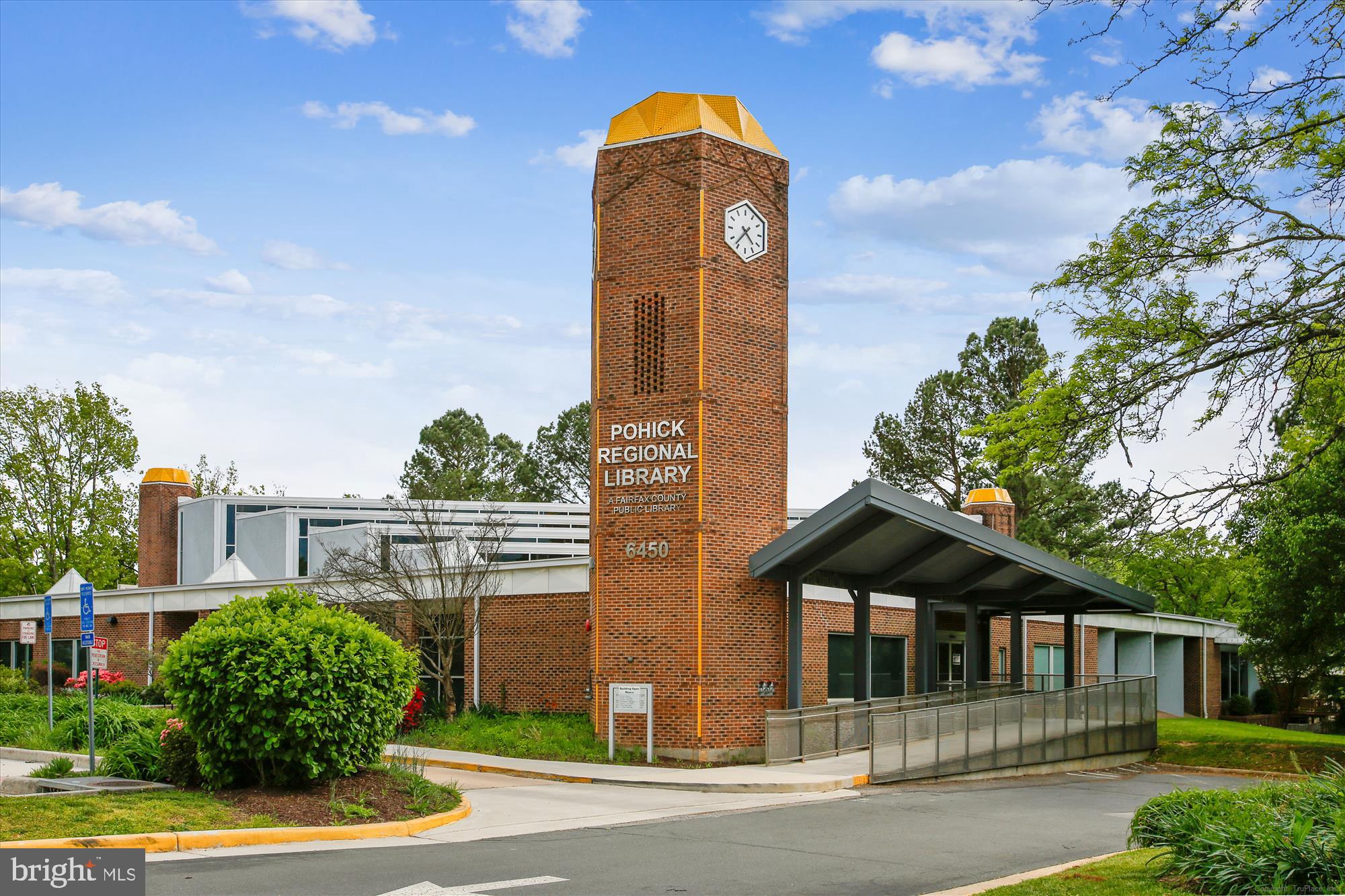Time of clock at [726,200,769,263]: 4:36
